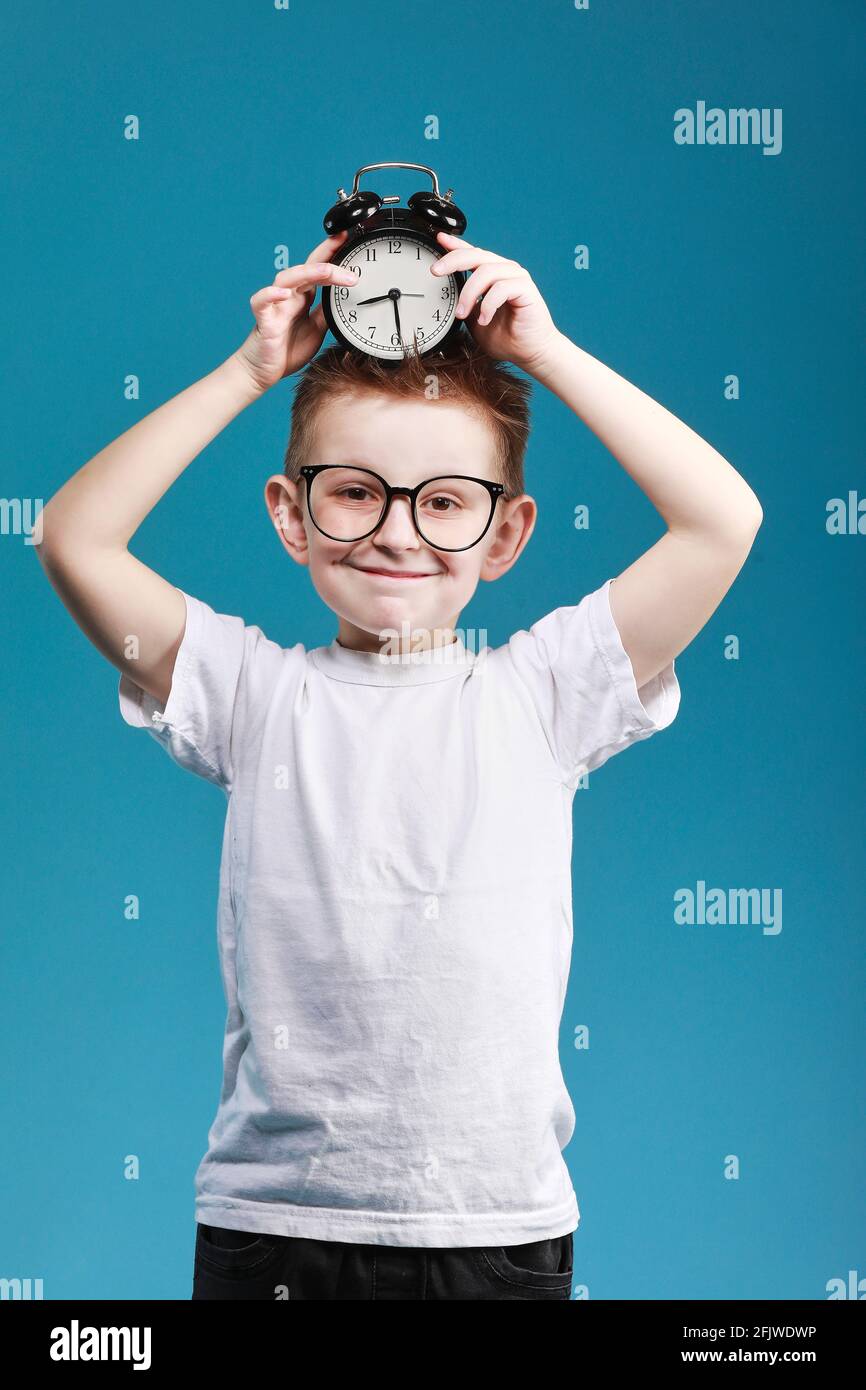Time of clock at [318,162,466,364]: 8:28
